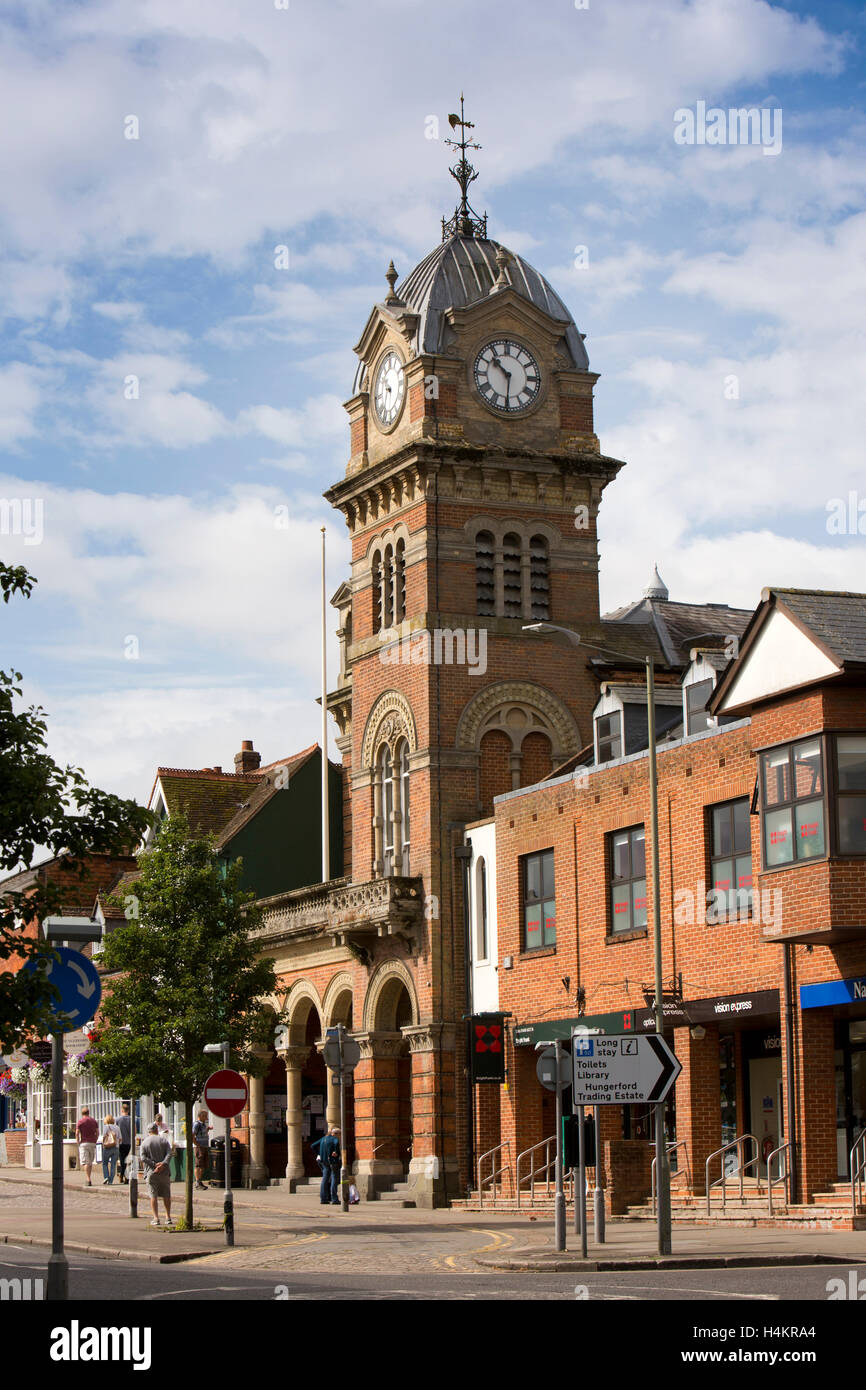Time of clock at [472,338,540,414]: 10:30
